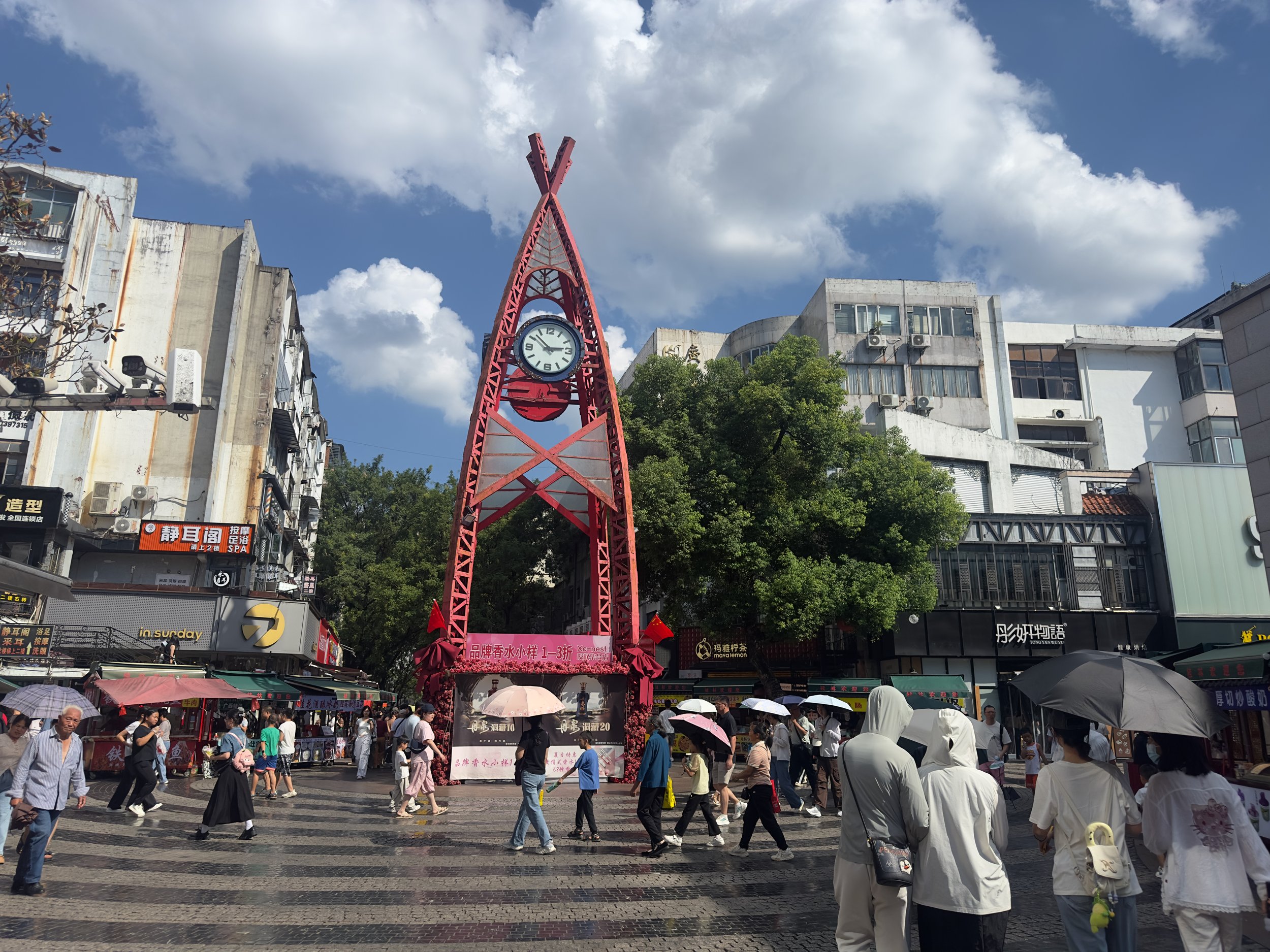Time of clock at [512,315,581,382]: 2:52
